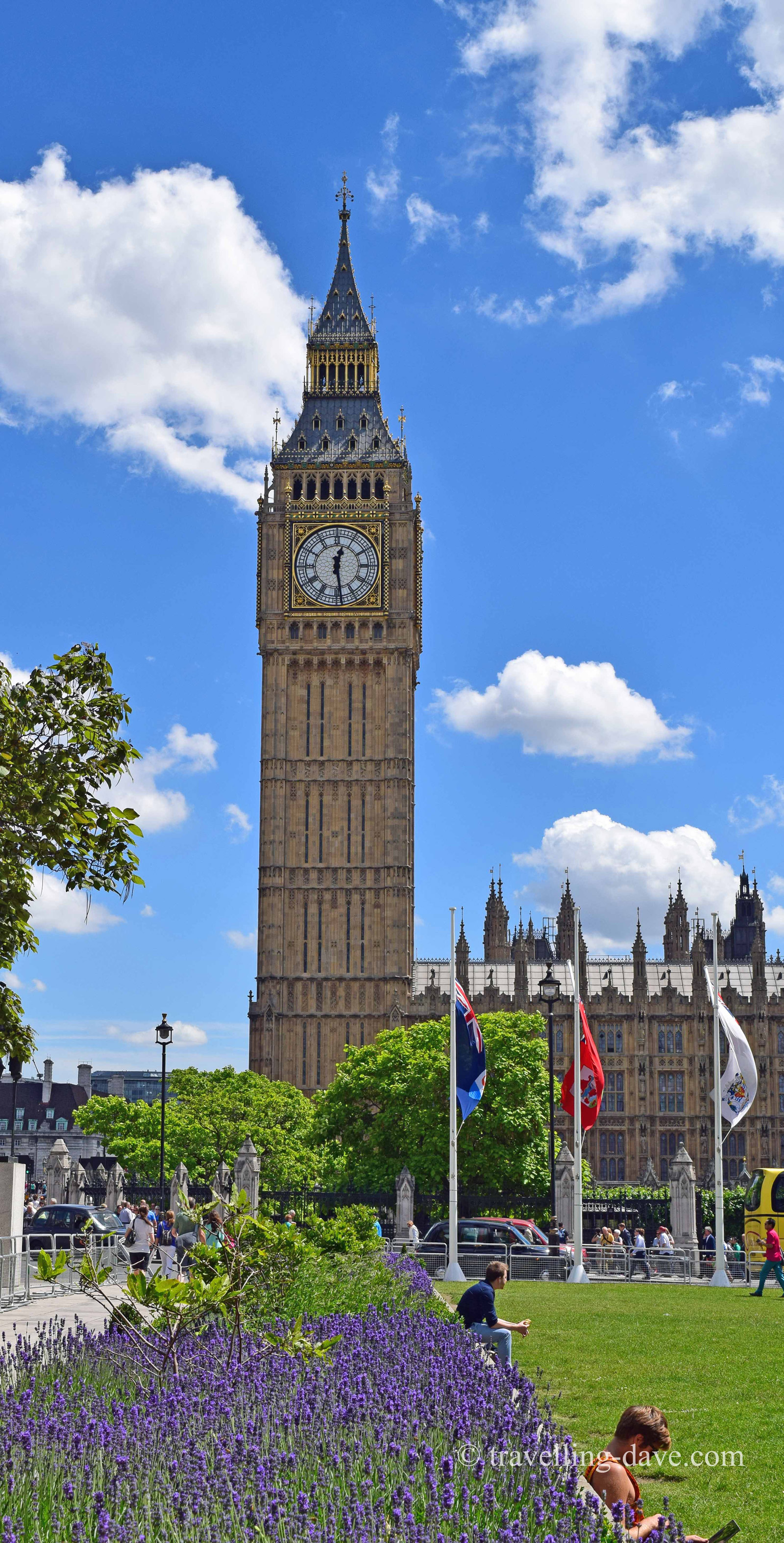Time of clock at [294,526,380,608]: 12:28
